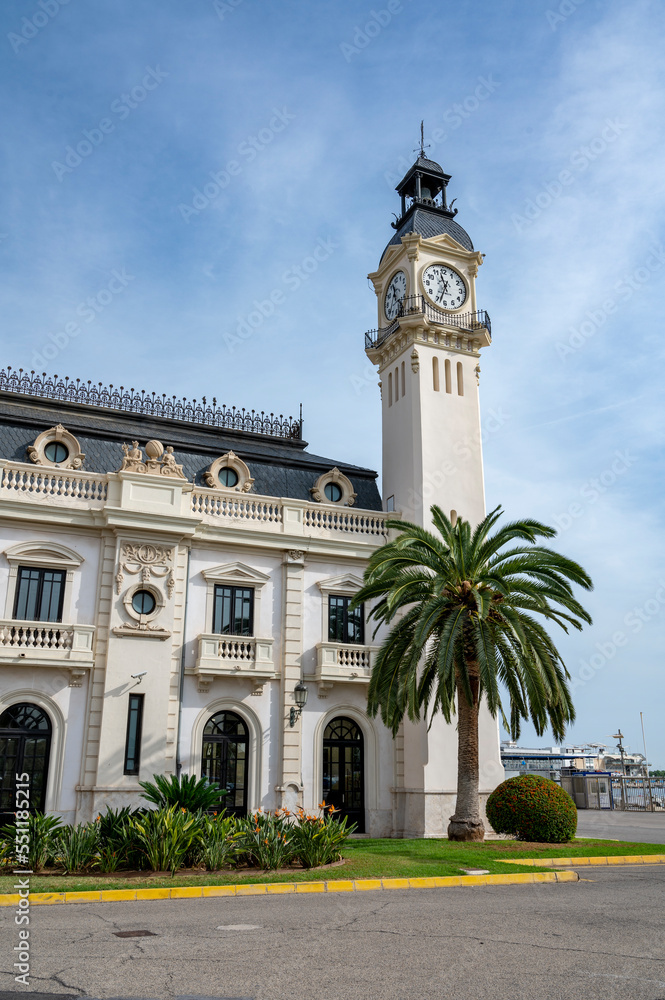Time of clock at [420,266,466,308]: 11:33
